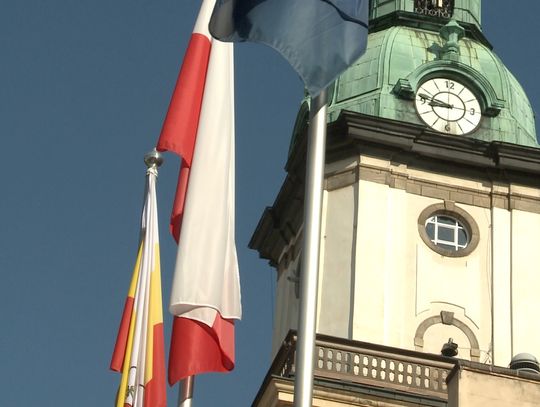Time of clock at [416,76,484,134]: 8:46
